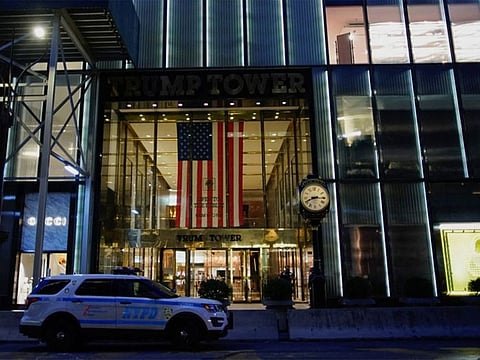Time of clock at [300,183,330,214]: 8:15
